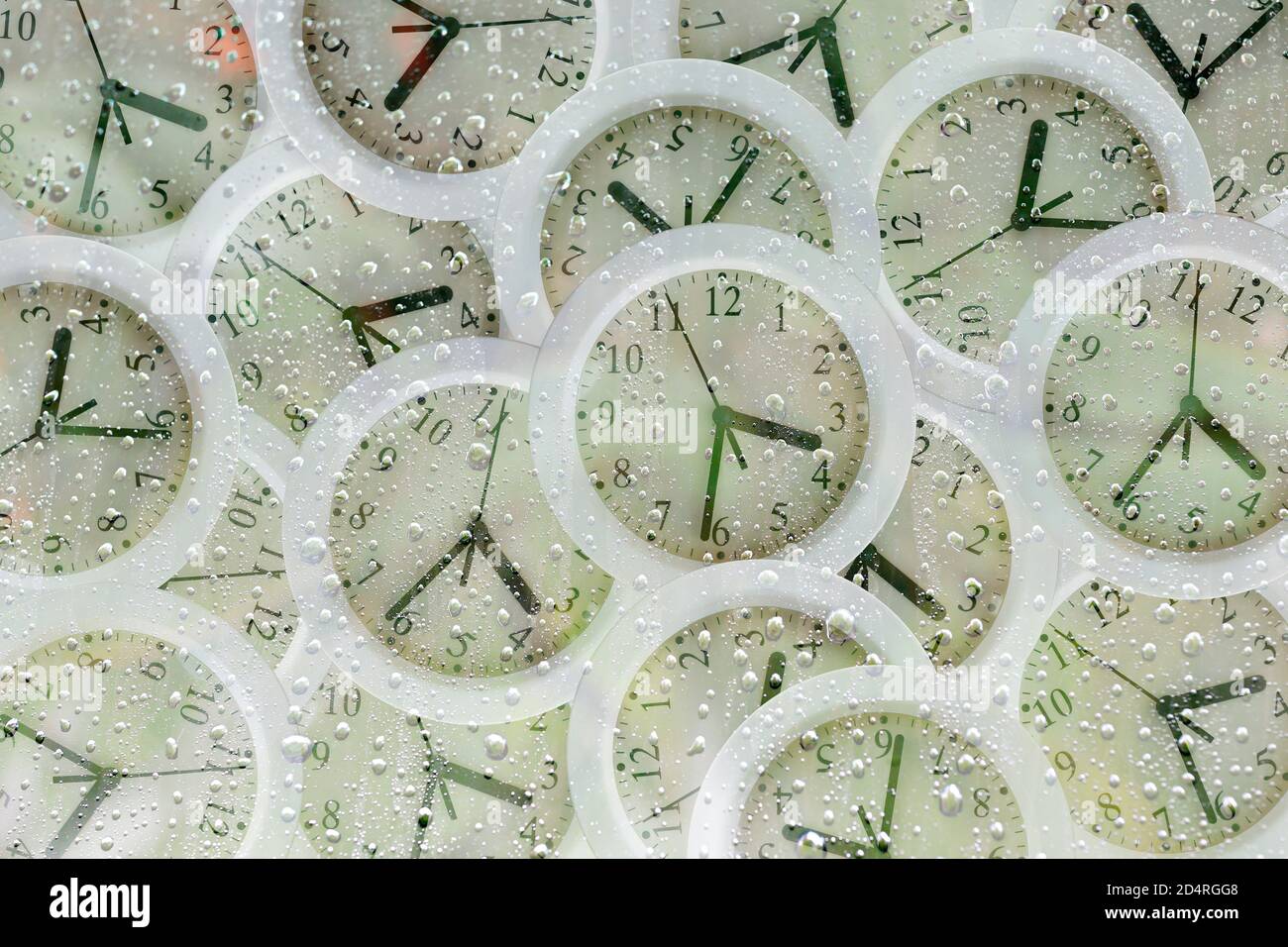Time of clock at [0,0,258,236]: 3:31
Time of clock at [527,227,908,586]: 3:31
